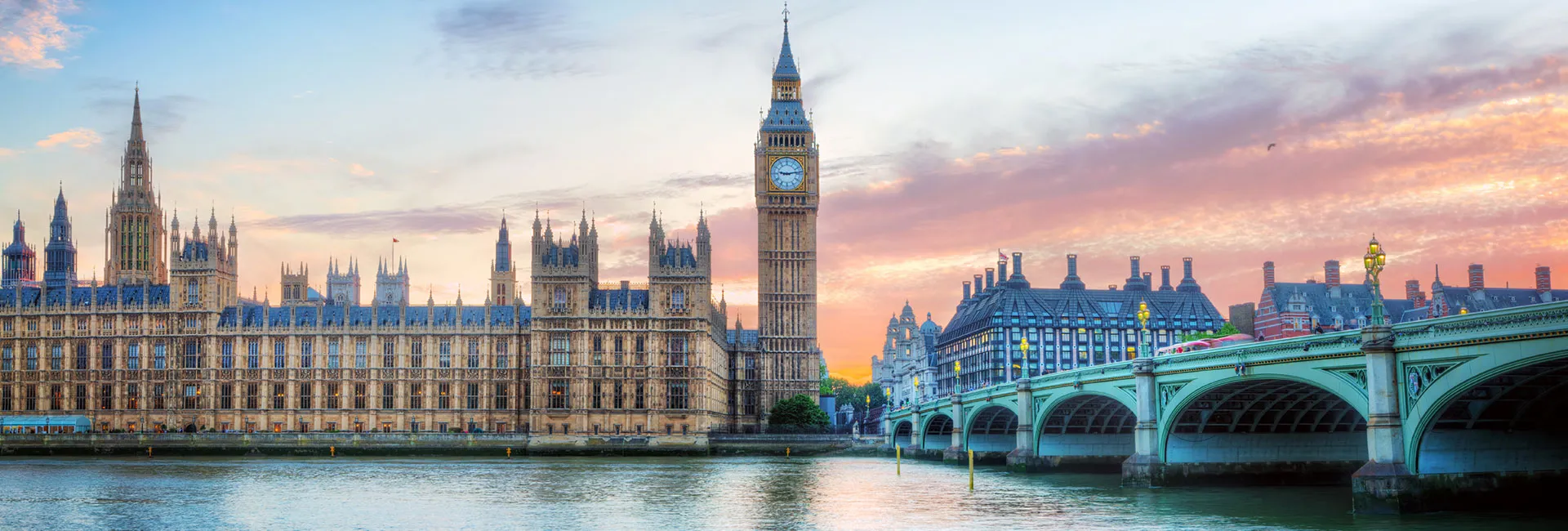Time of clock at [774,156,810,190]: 9:13
